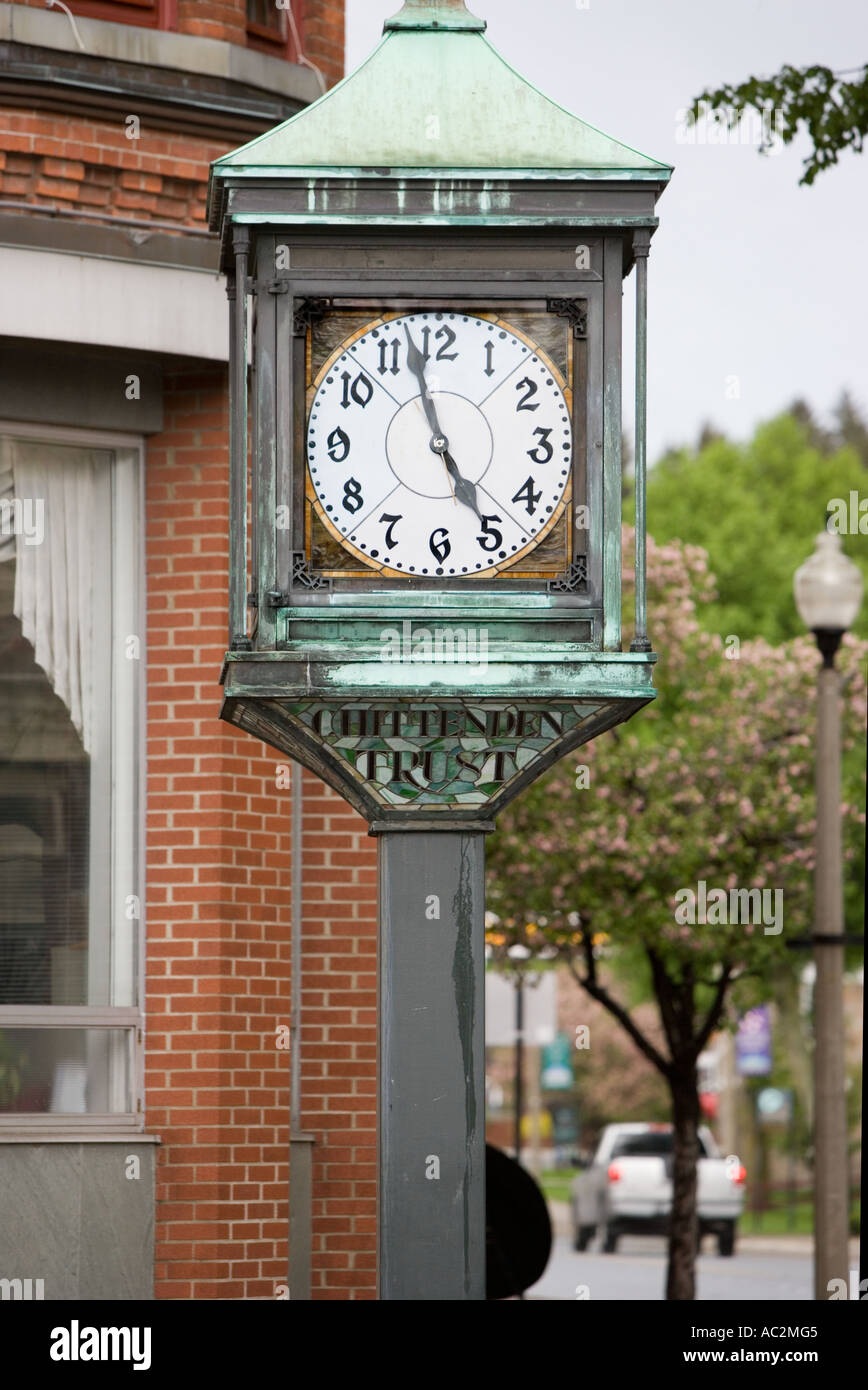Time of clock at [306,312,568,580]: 4:57
